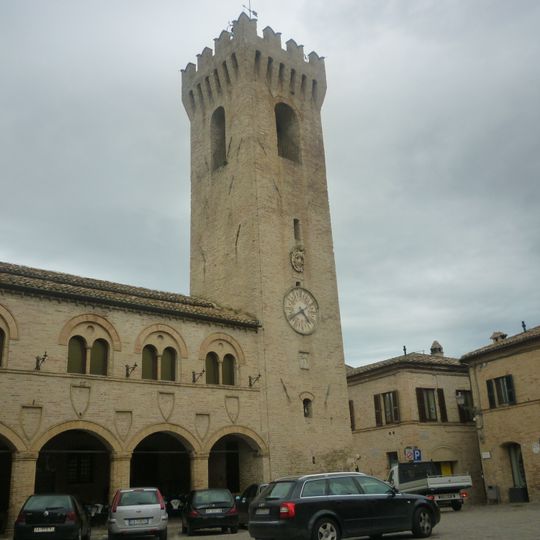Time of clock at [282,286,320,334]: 4:39
